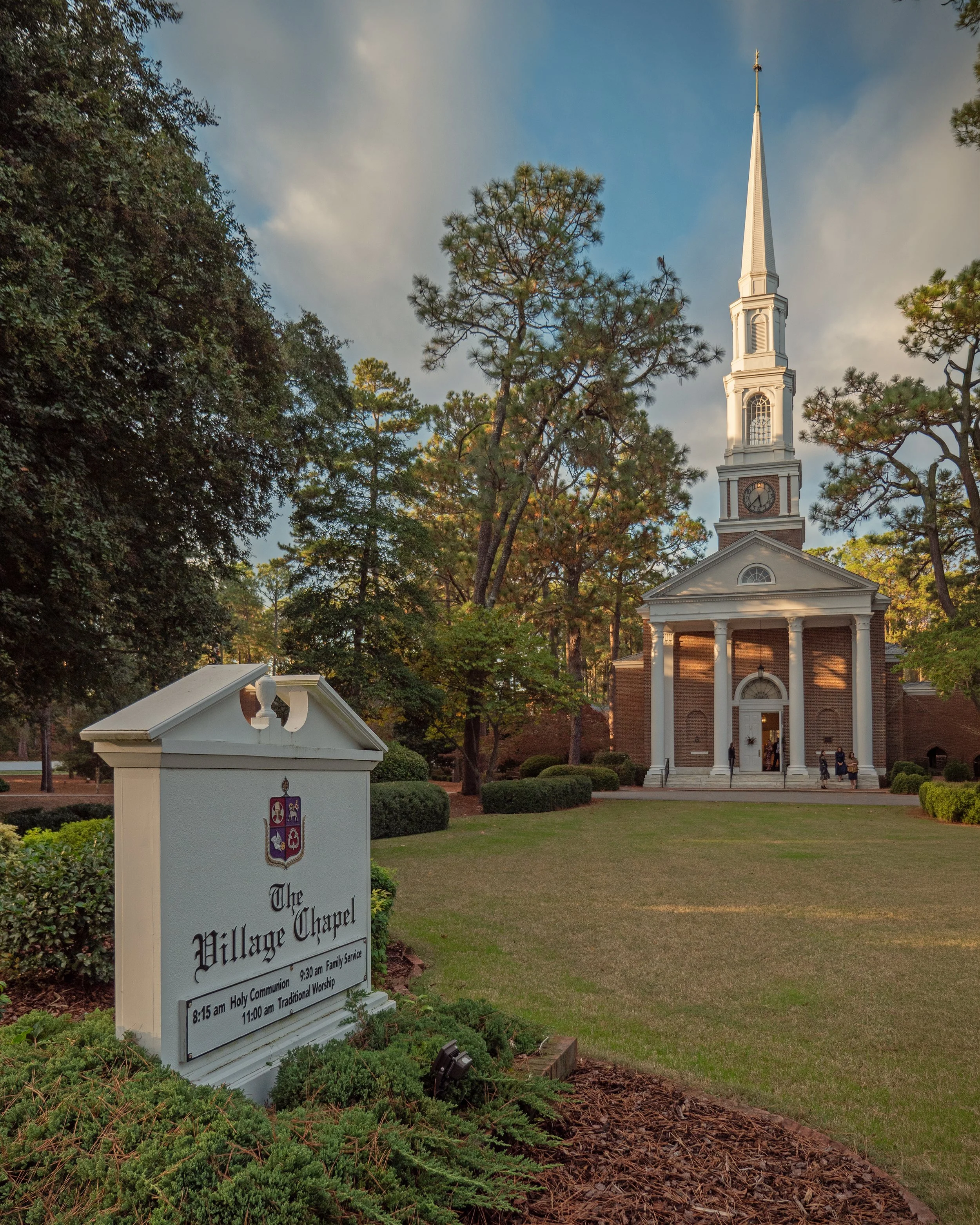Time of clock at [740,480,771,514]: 5:38
